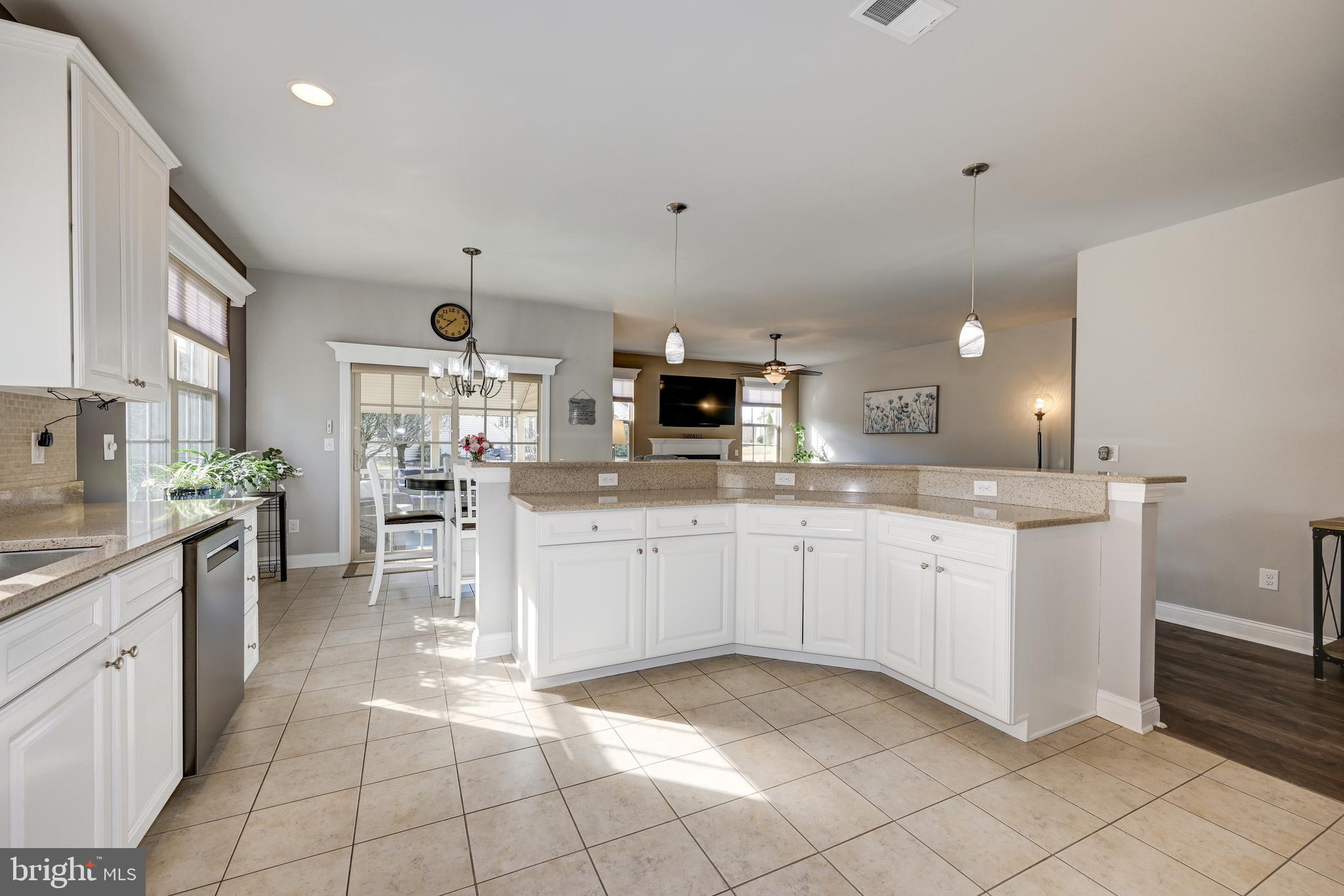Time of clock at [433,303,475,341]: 9:38
